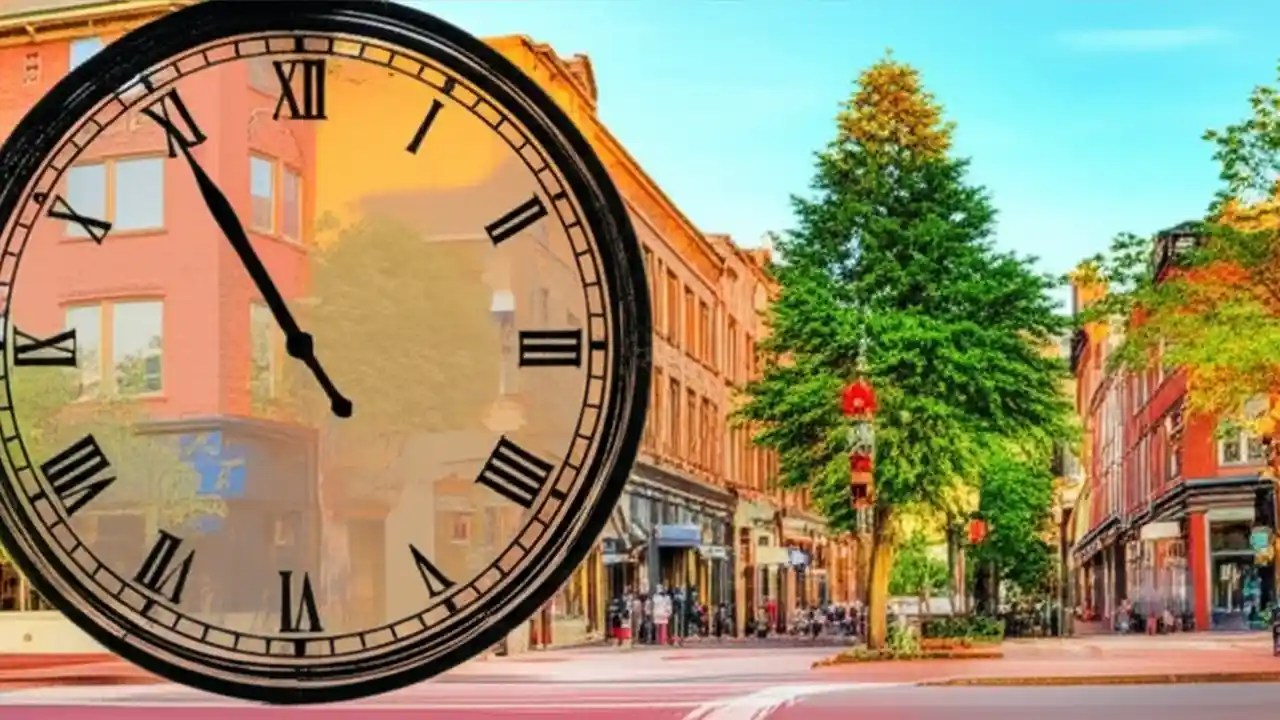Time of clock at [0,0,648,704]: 10:54
